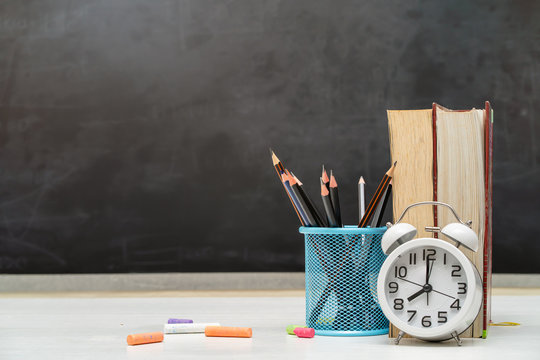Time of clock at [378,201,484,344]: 7:59
